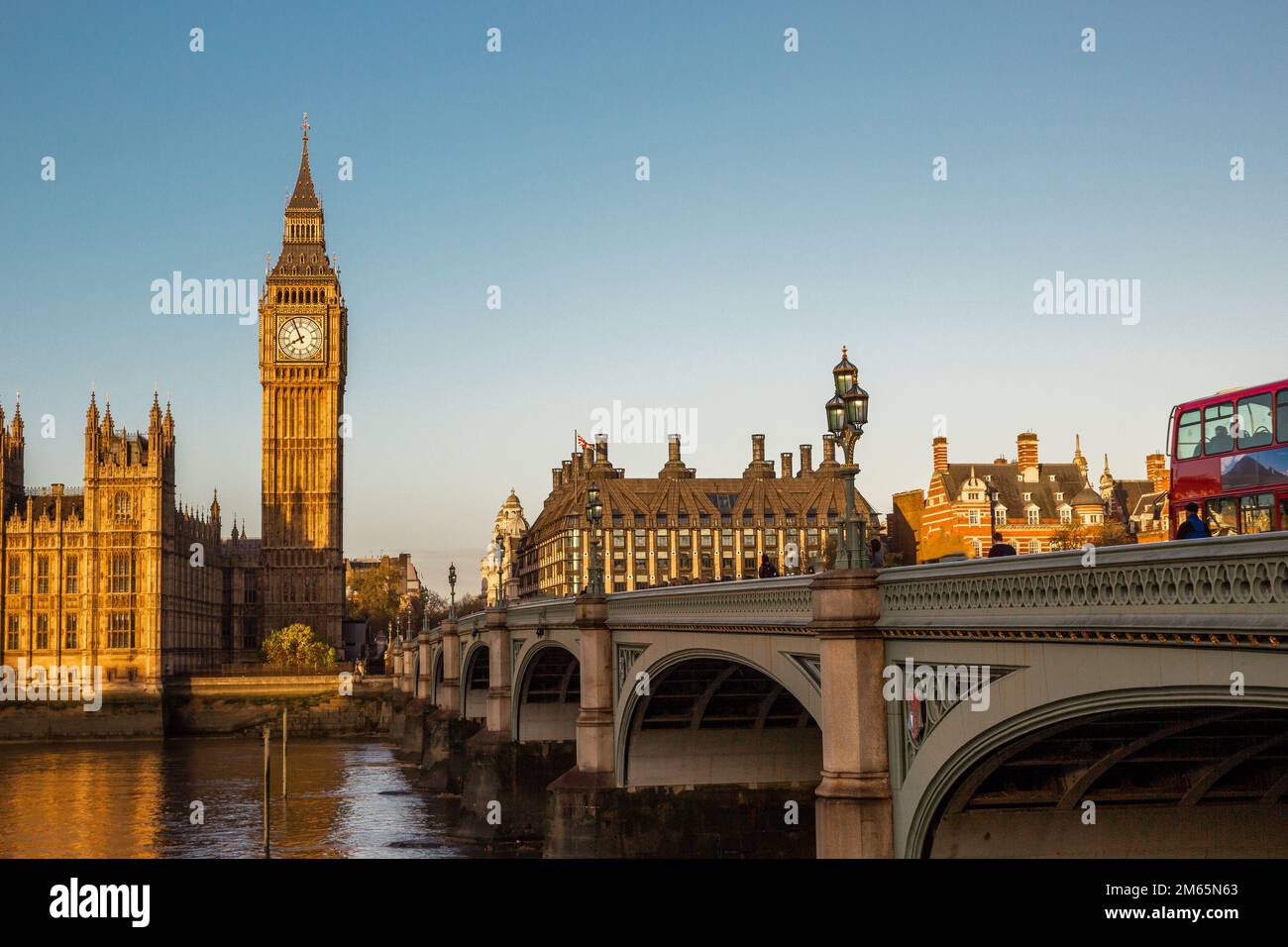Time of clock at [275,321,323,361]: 7:55
